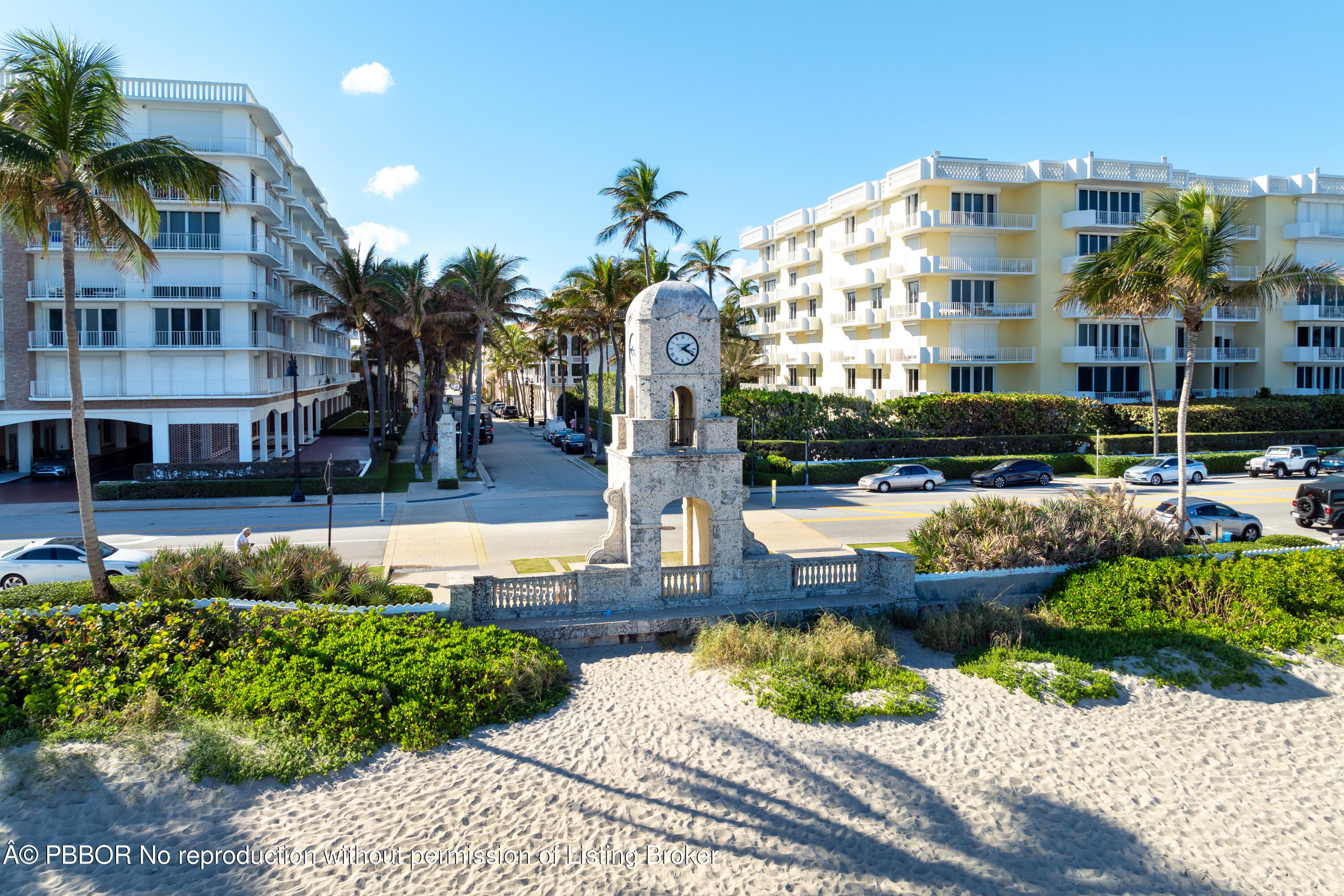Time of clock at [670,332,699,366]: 2:19
